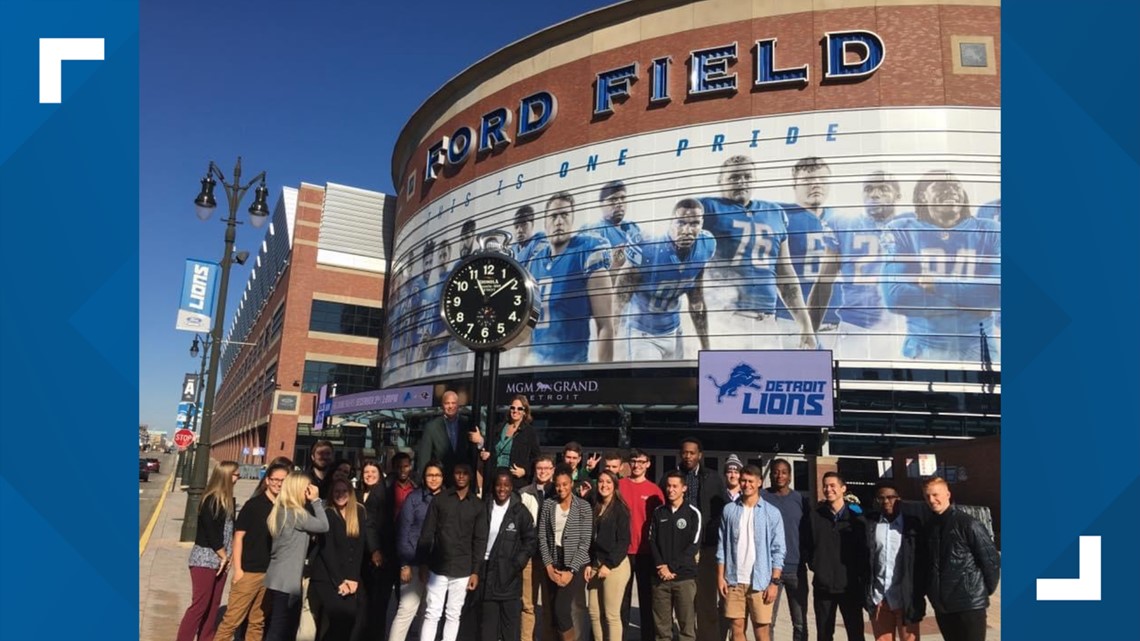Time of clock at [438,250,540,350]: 11:08
